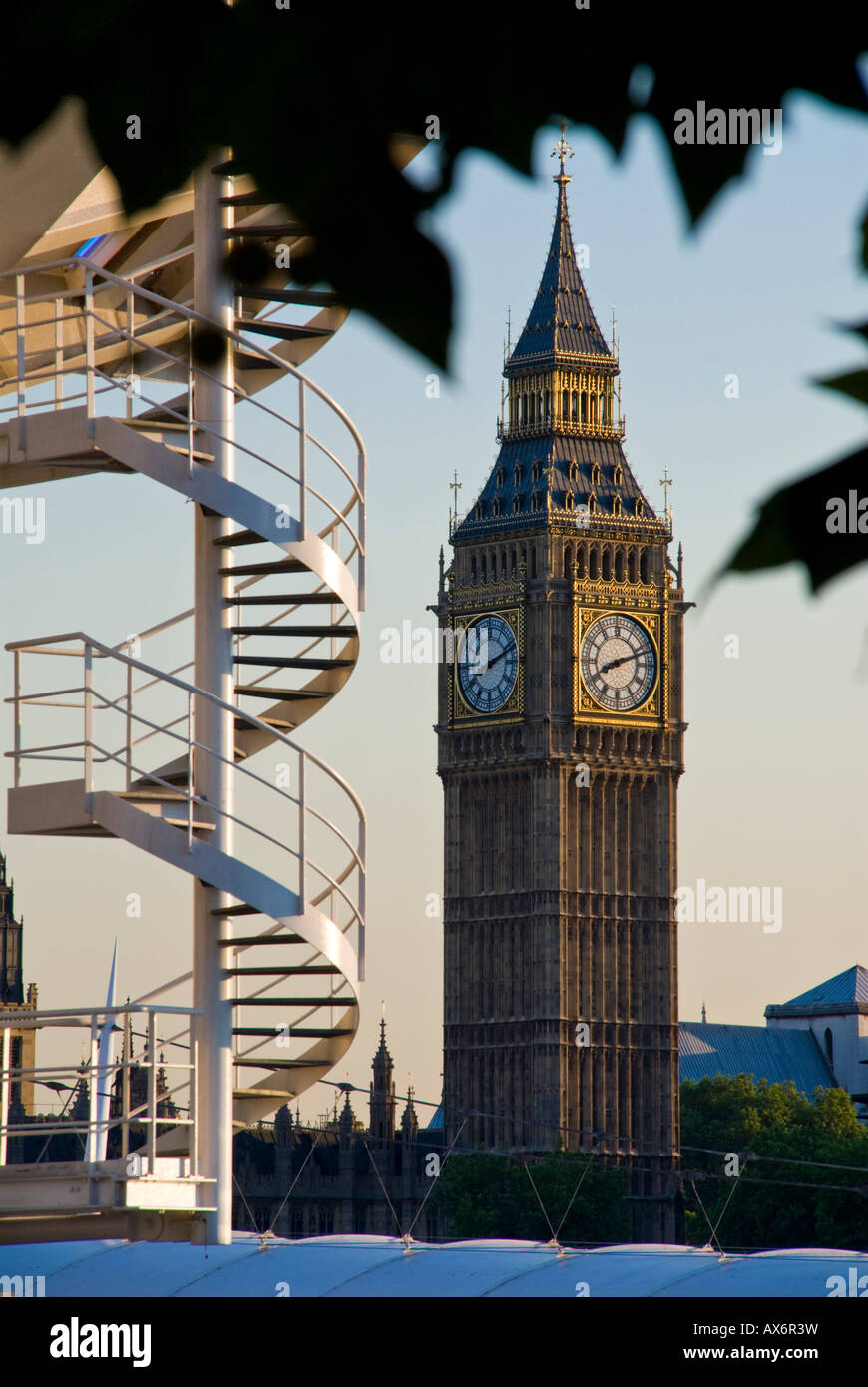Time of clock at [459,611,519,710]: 2:11
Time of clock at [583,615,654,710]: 8:11
